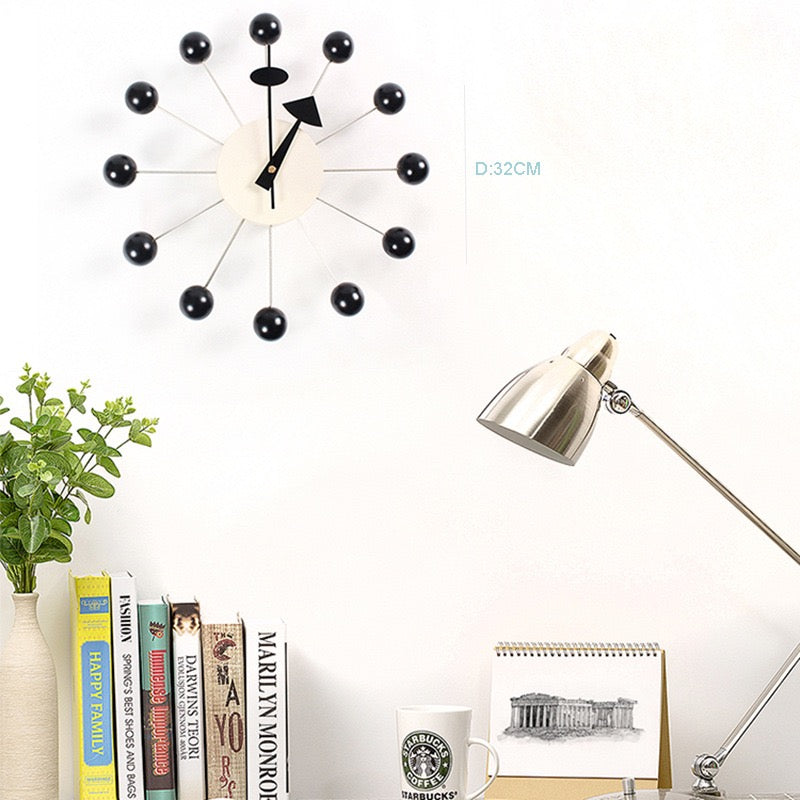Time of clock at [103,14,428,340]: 1:00
